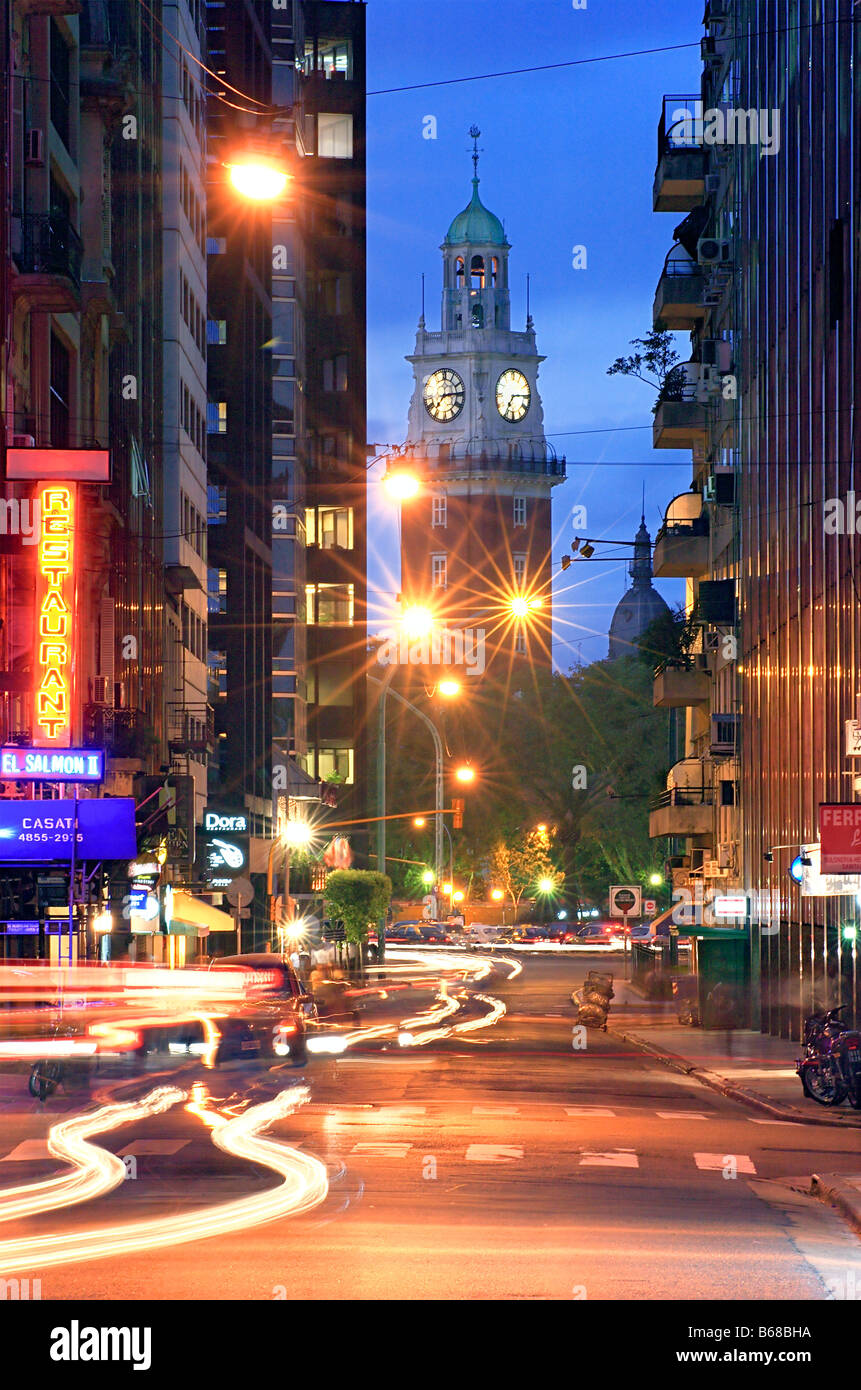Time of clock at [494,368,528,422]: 7:14
